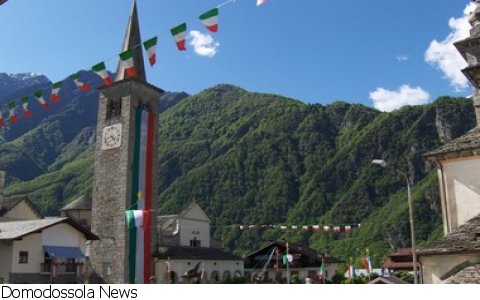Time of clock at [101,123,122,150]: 4:42
